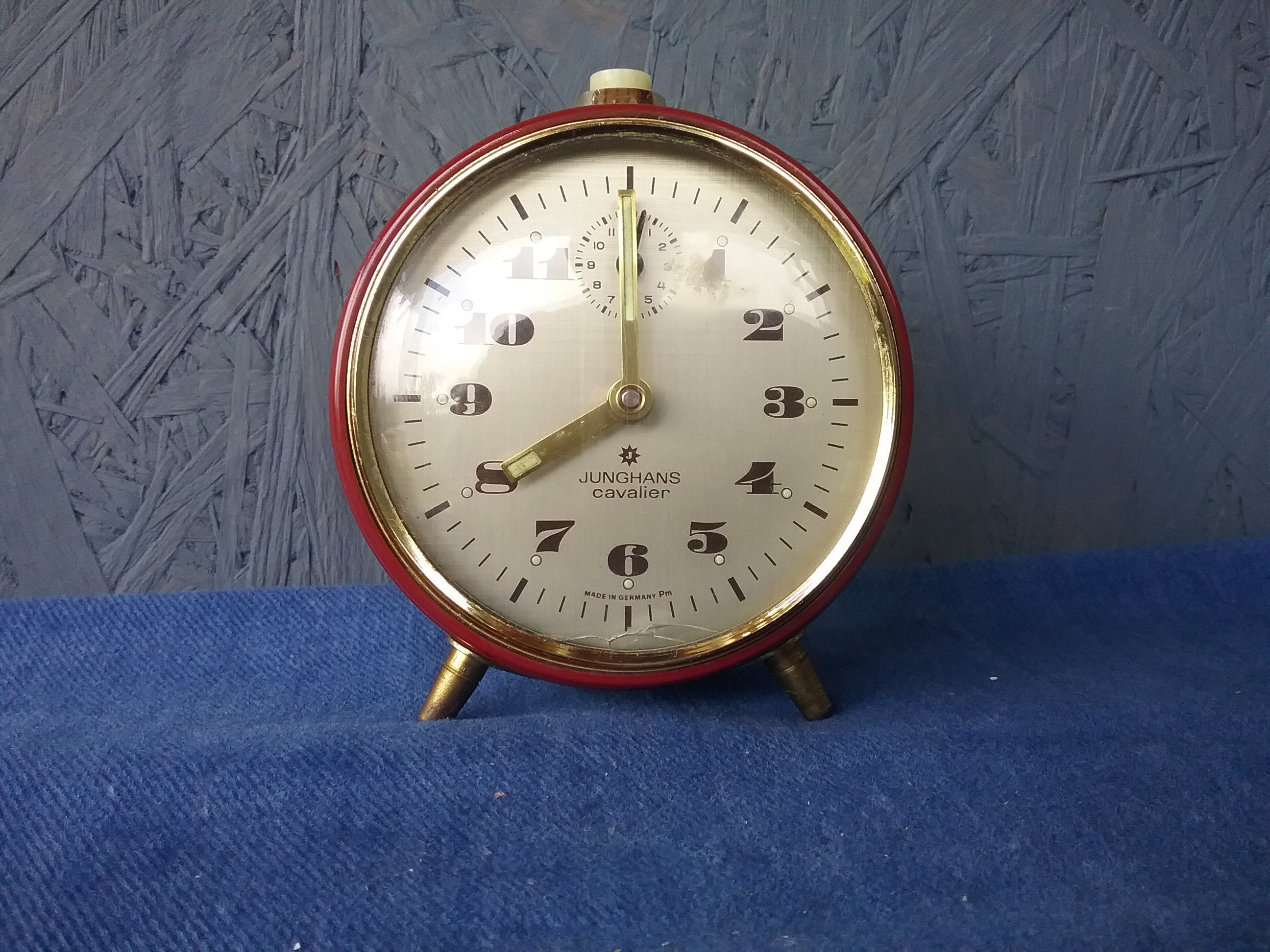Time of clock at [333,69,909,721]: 8:00
